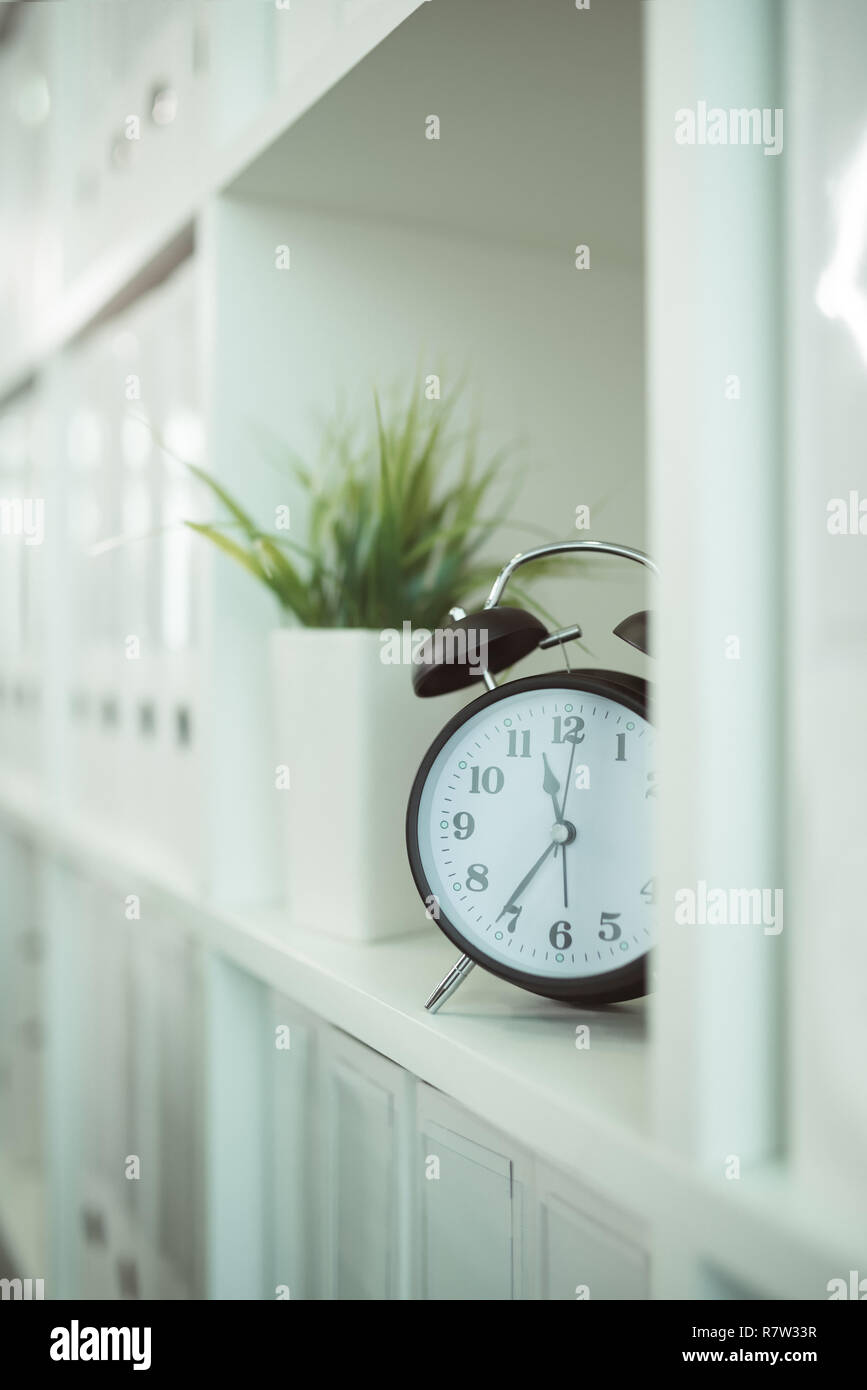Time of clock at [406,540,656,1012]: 11:35
